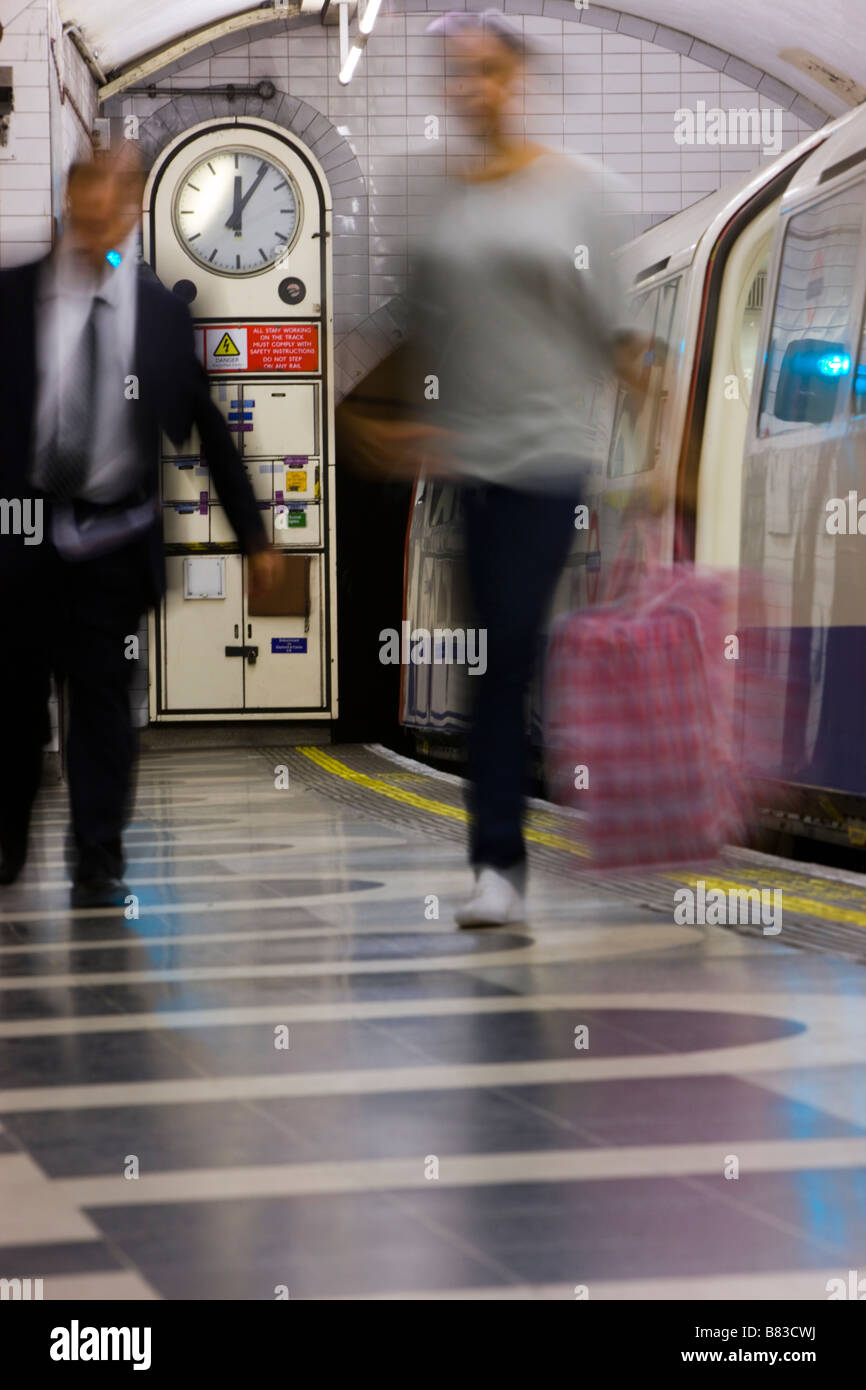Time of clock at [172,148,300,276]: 12:05
